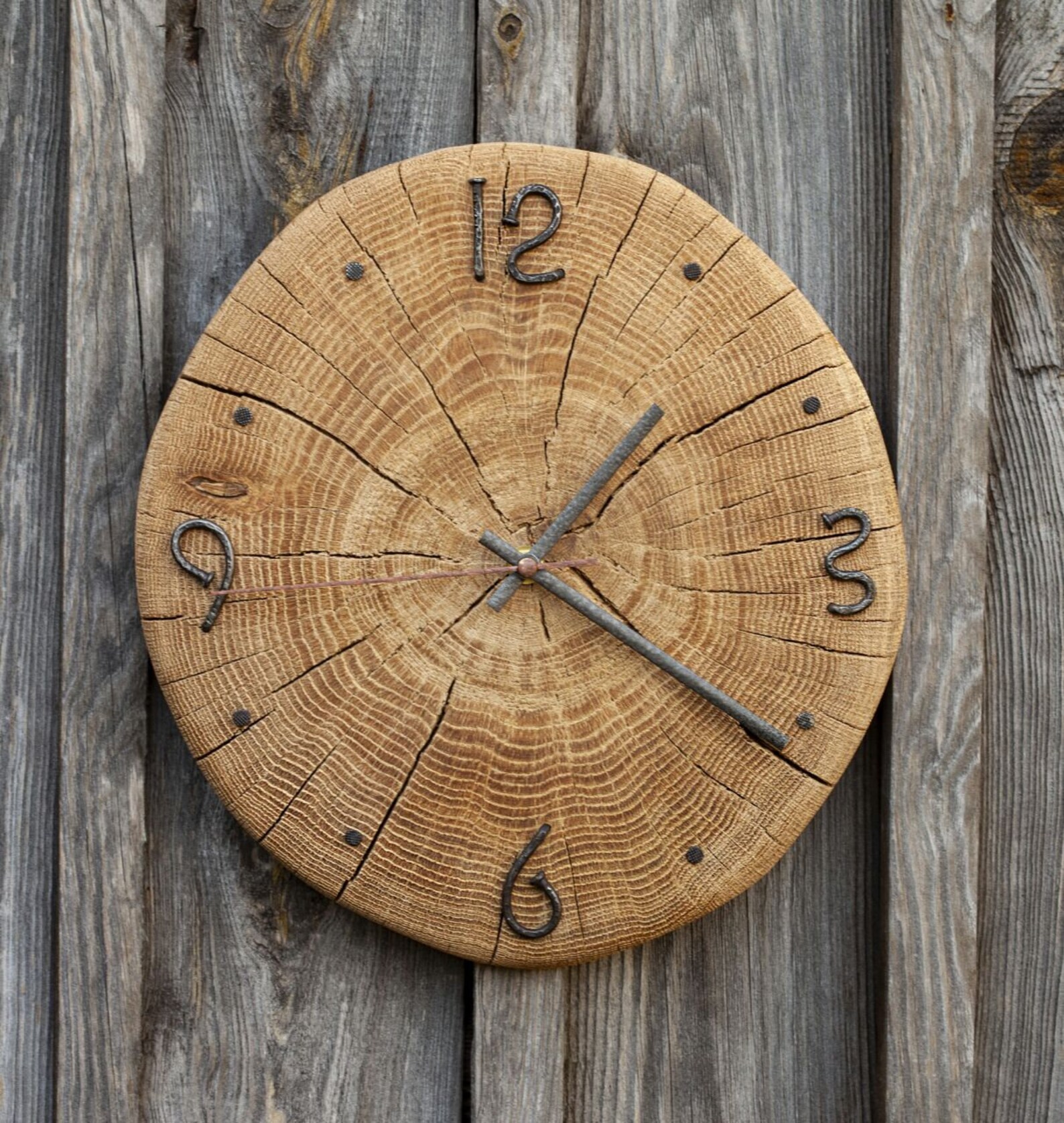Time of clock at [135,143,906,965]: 1:20
